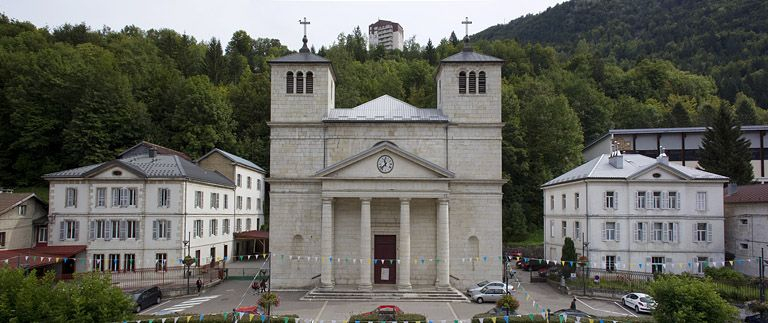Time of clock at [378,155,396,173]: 11:37
